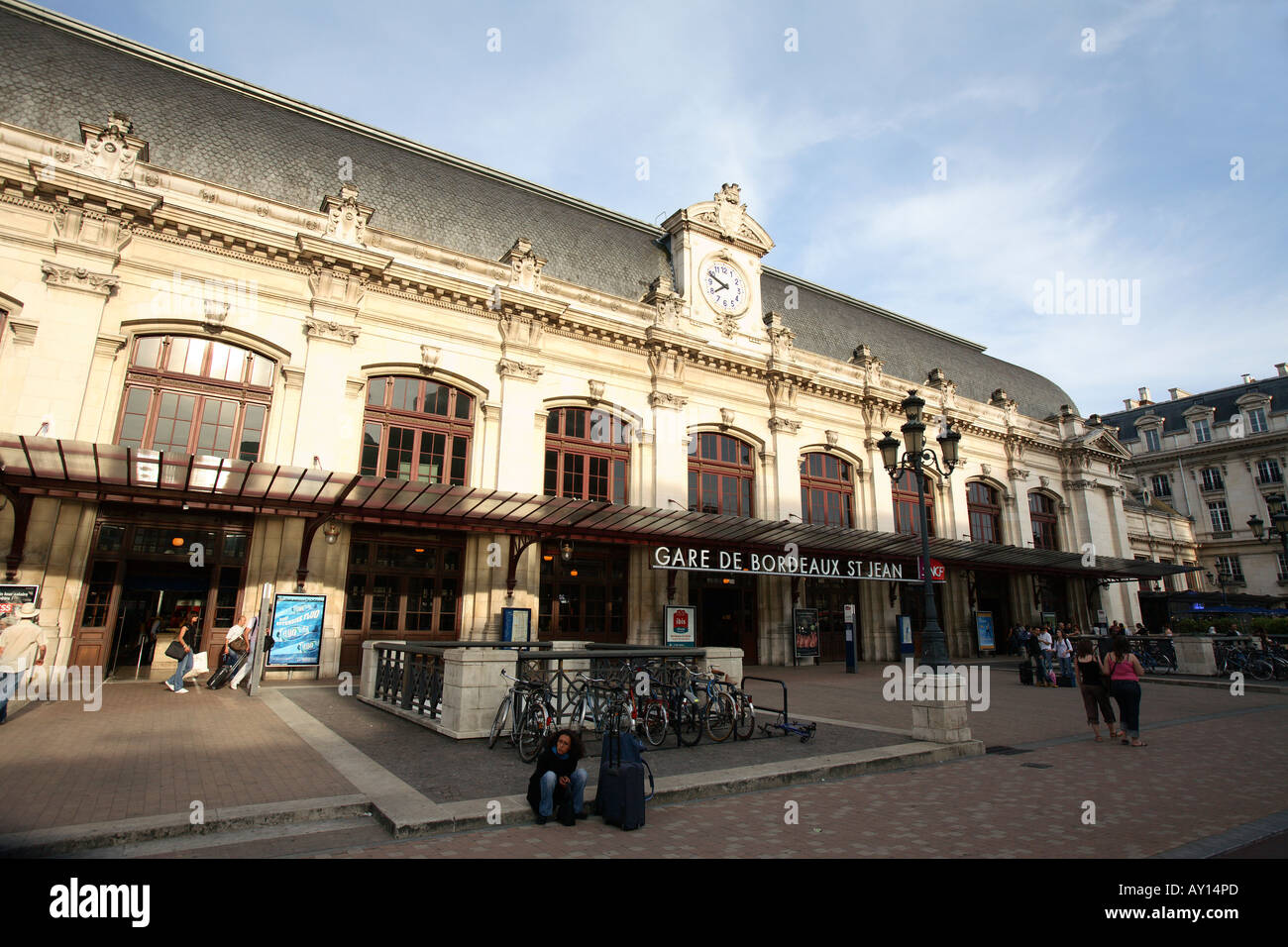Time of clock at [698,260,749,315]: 7:48
